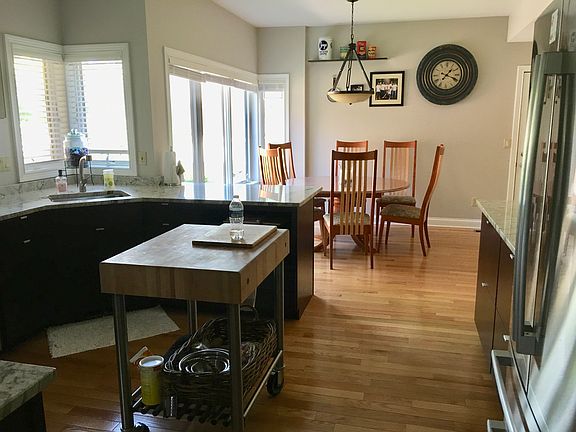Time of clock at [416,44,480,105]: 1:18
